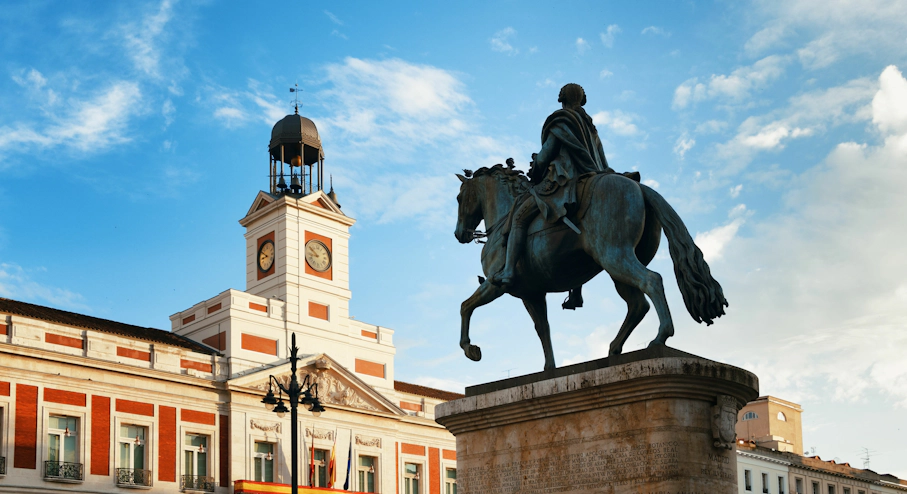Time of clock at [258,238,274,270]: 8:49
